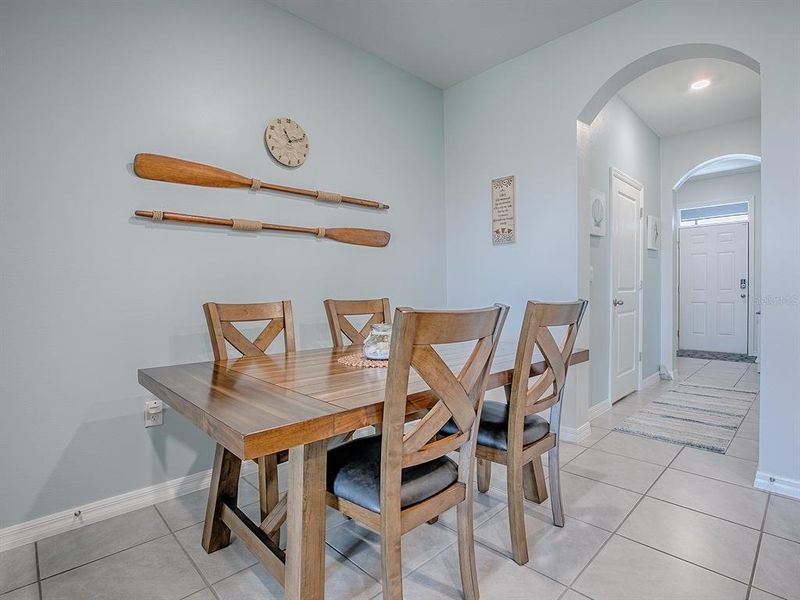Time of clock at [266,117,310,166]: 11:11
